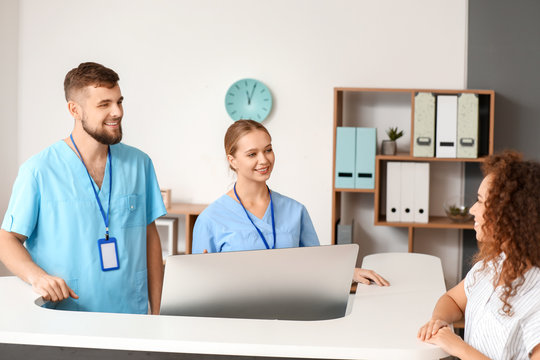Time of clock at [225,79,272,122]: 12:04
